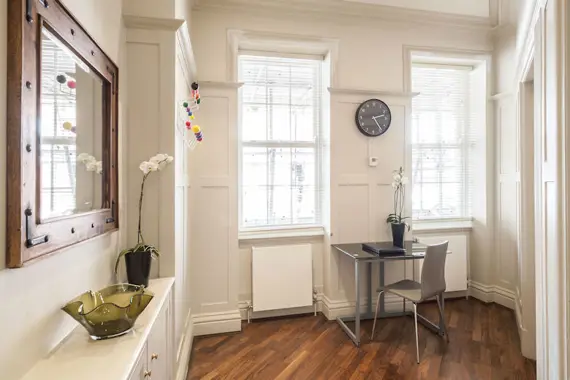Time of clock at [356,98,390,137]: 2:24
